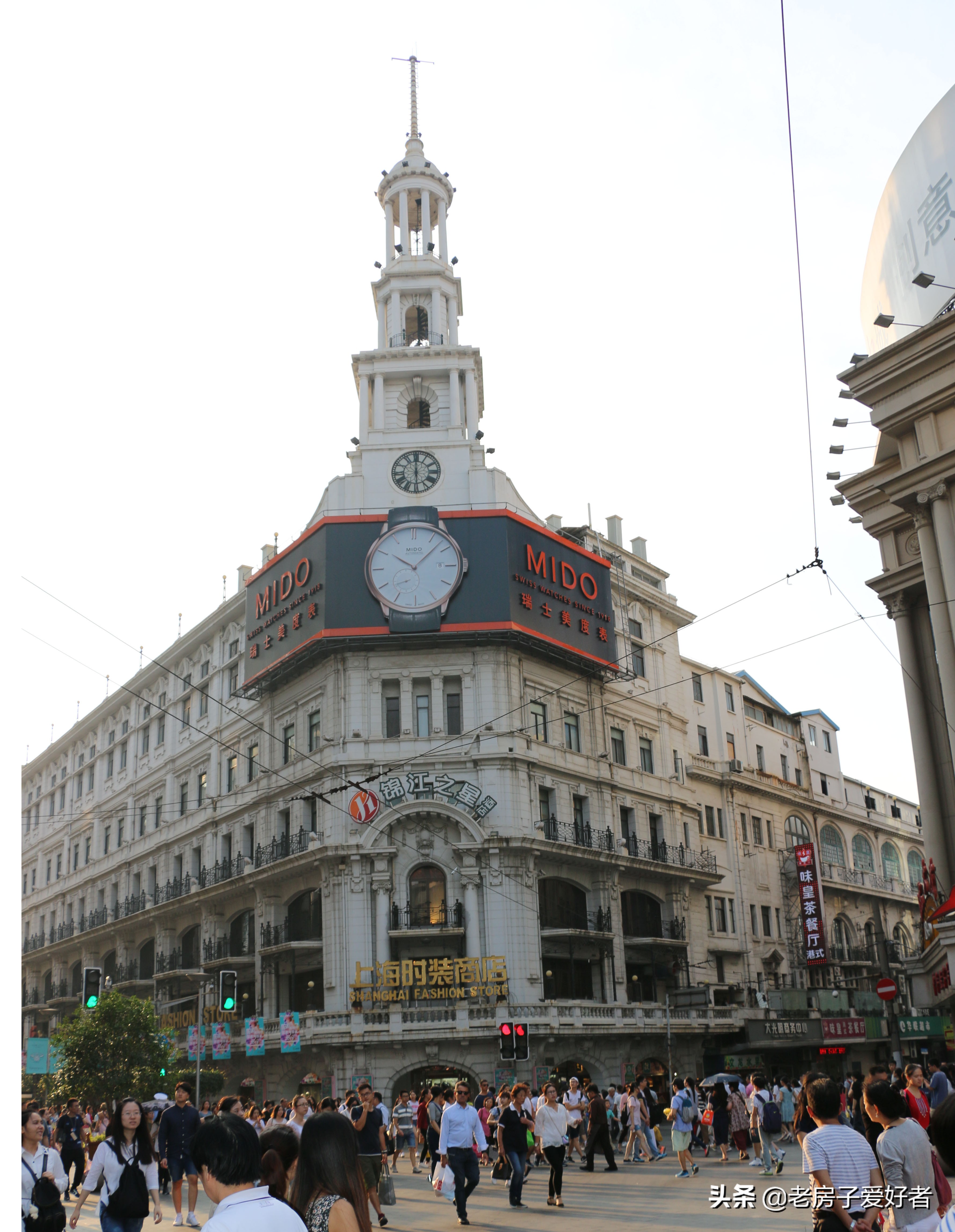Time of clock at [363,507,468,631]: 10:07
